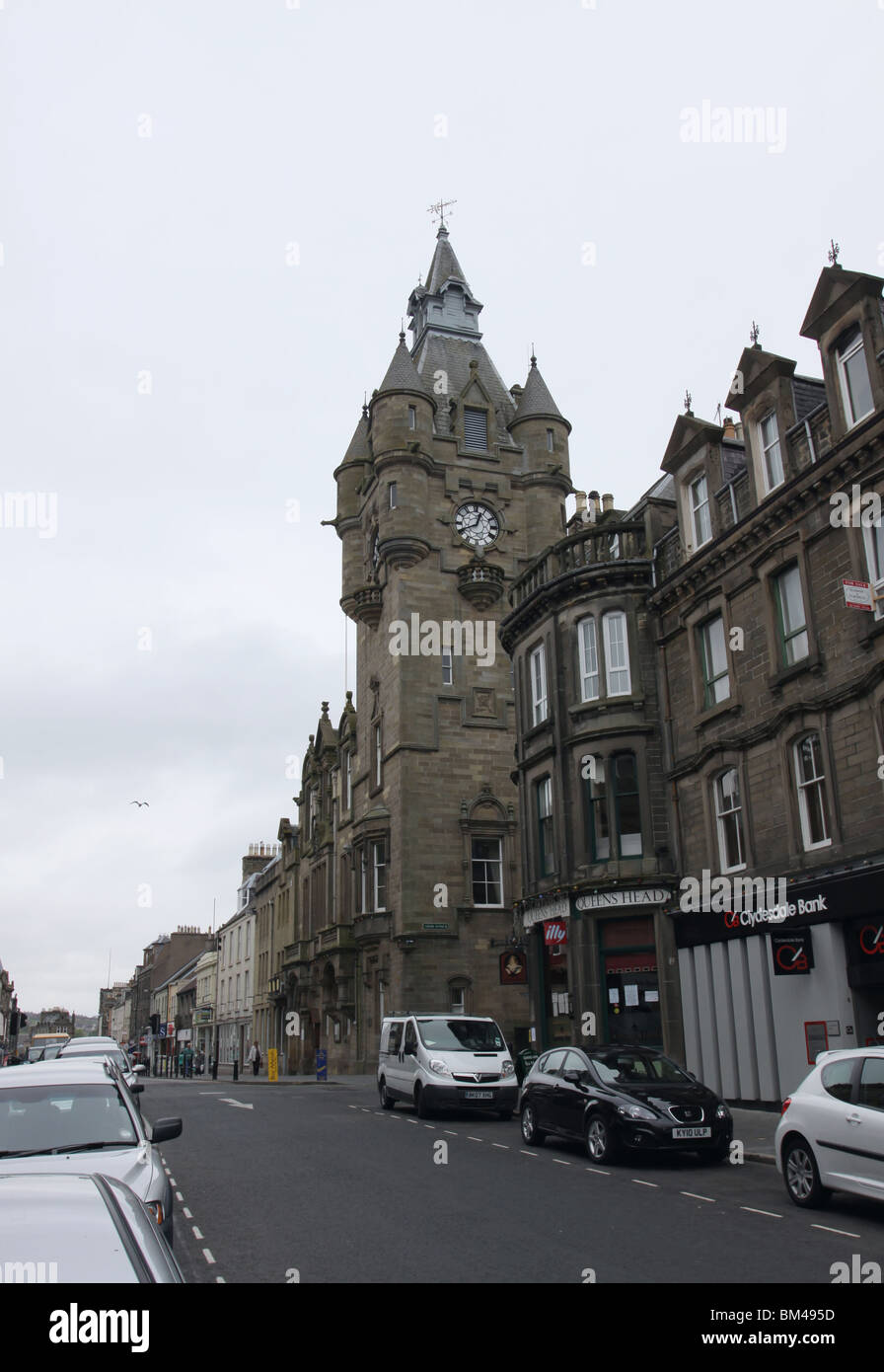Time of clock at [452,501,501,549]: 12:40
